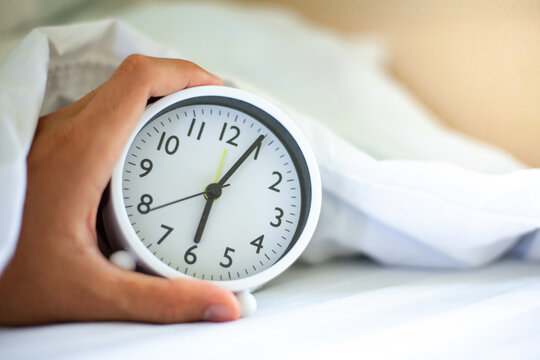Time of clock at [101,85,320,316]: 6:04
